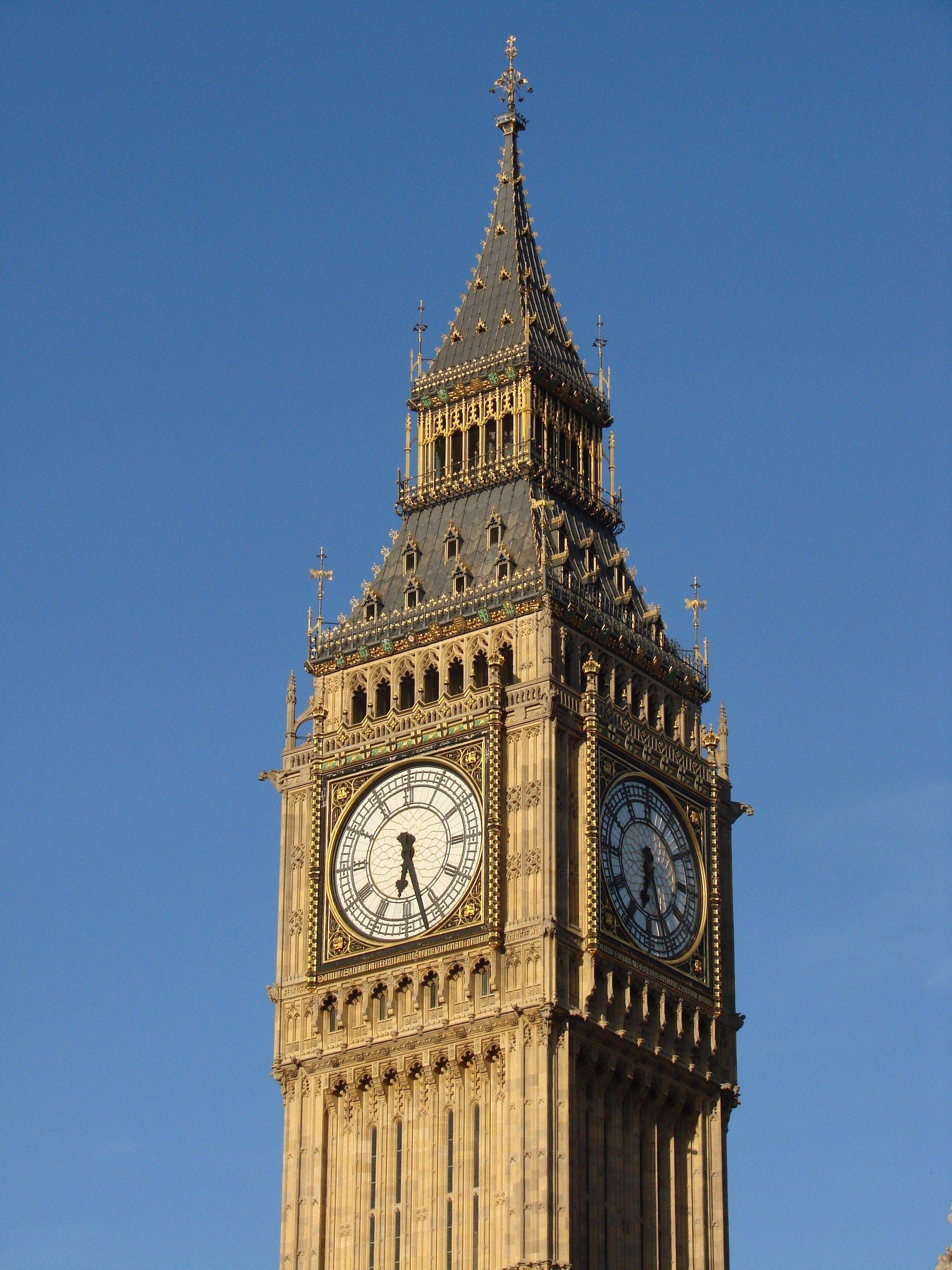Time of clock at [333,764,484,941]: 6:27
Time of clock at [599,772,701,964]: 5:35
